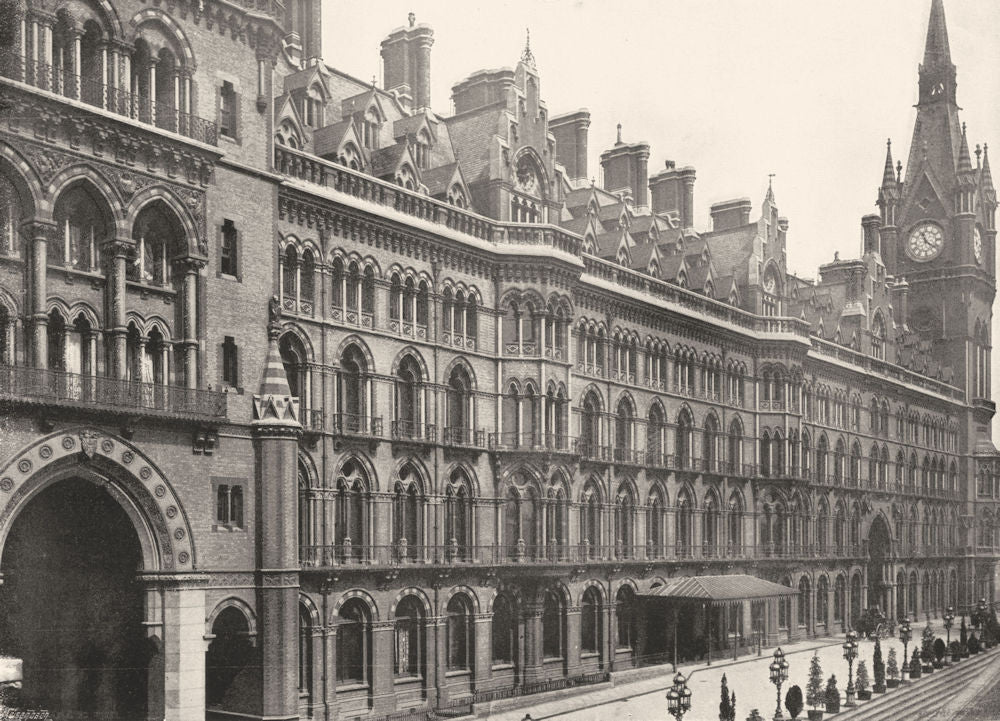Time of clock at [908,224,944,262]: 11:21
